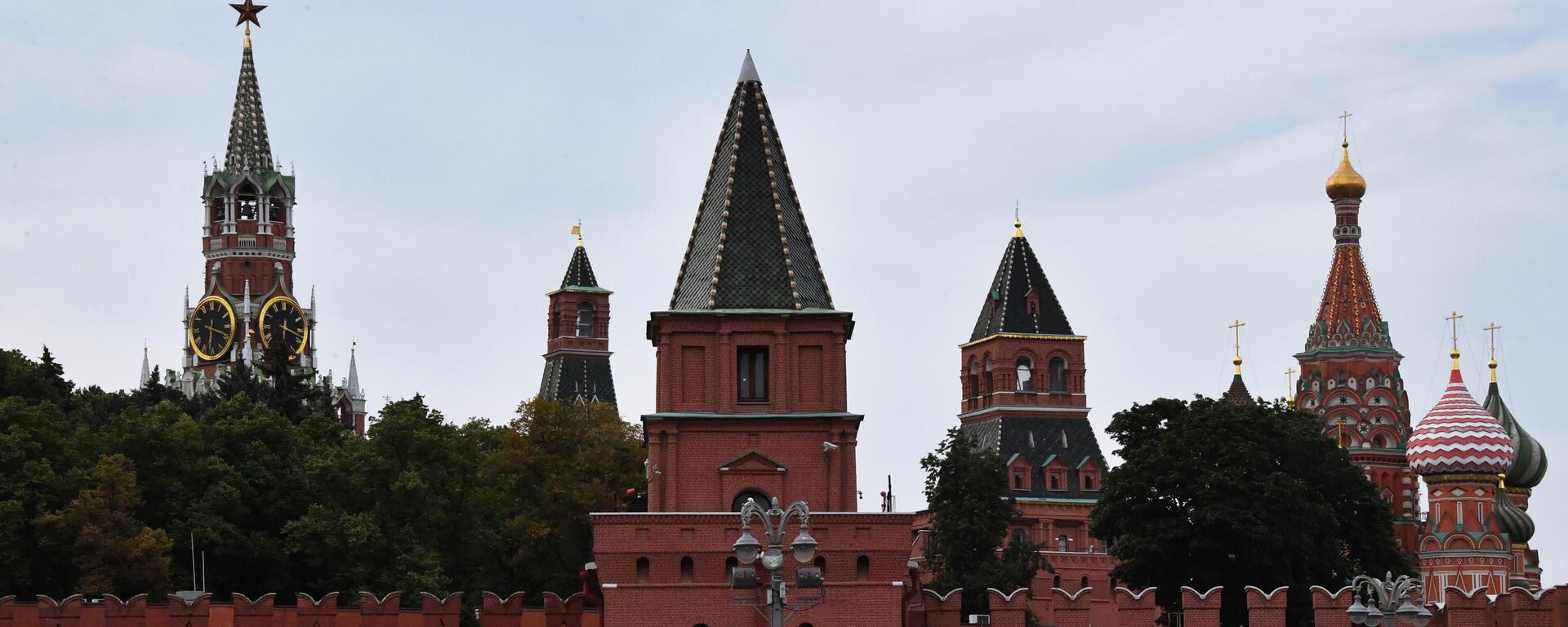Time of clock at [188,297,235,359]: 6:18
